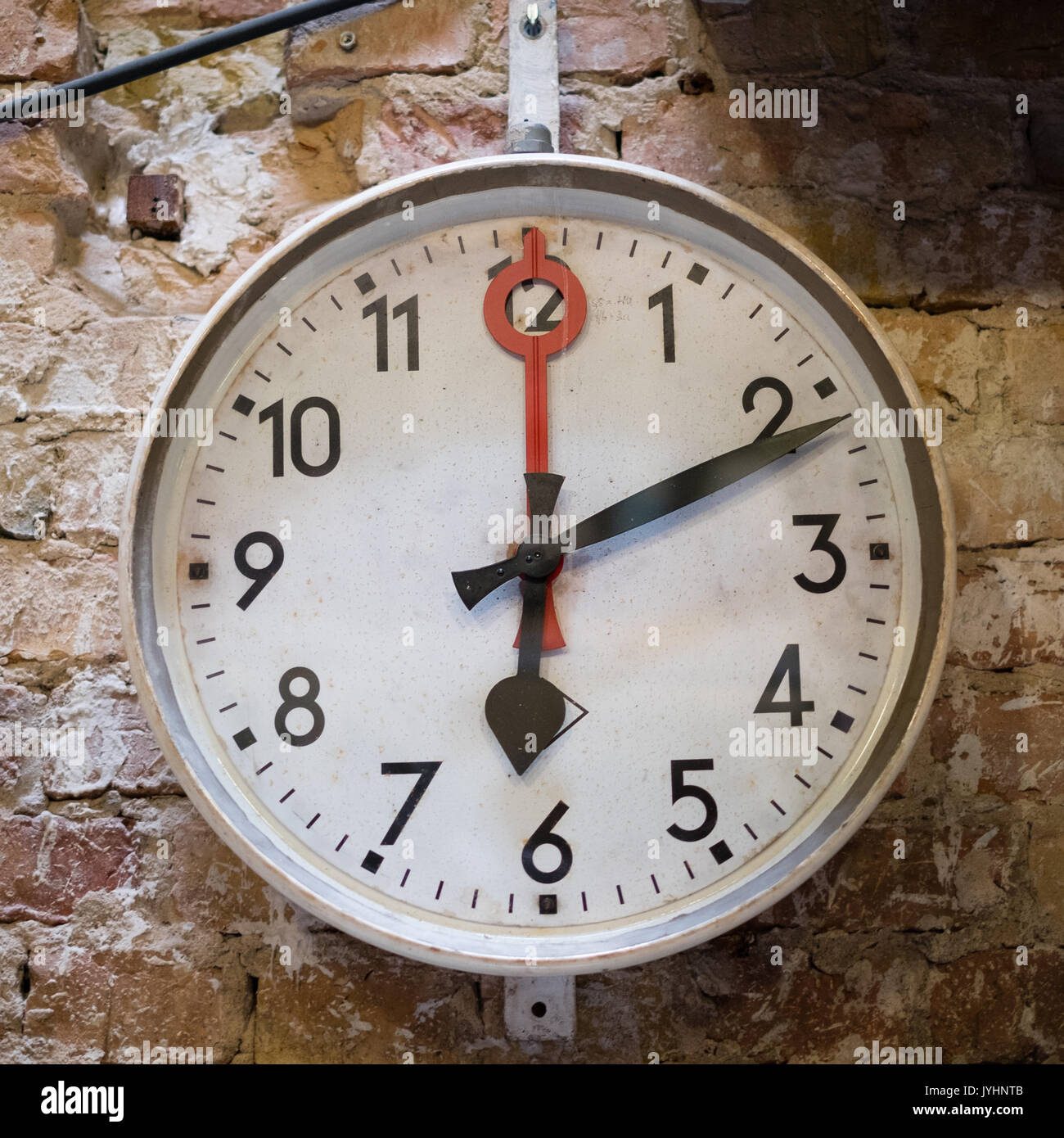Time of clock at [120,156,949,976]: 6:10
